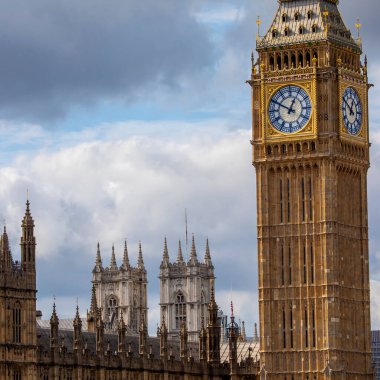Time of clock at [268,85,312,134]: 12:49
